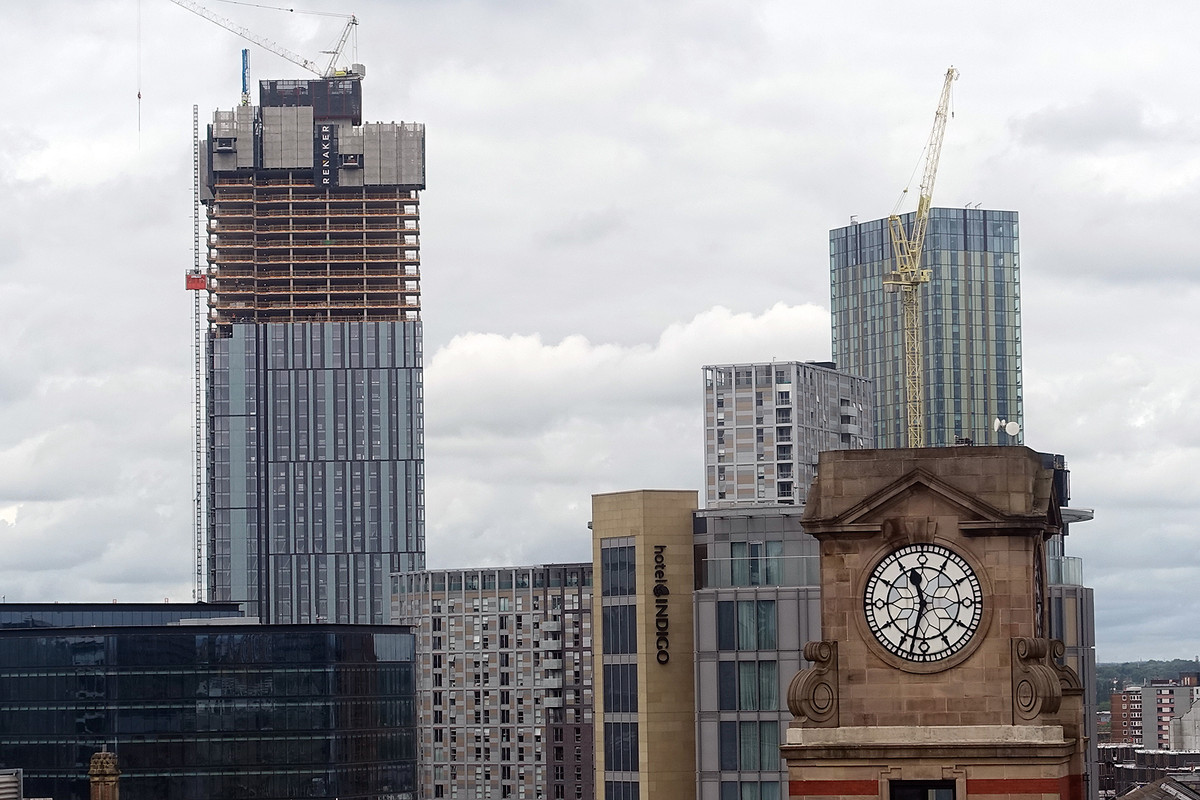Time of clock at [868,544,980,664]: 11:32
